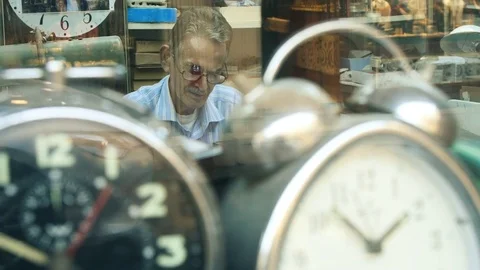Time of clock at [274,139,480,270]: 1:52
